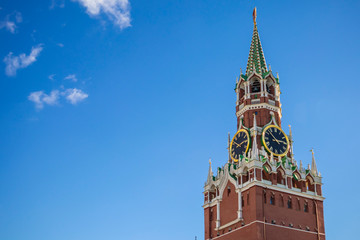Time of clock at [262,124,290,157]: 2:52
